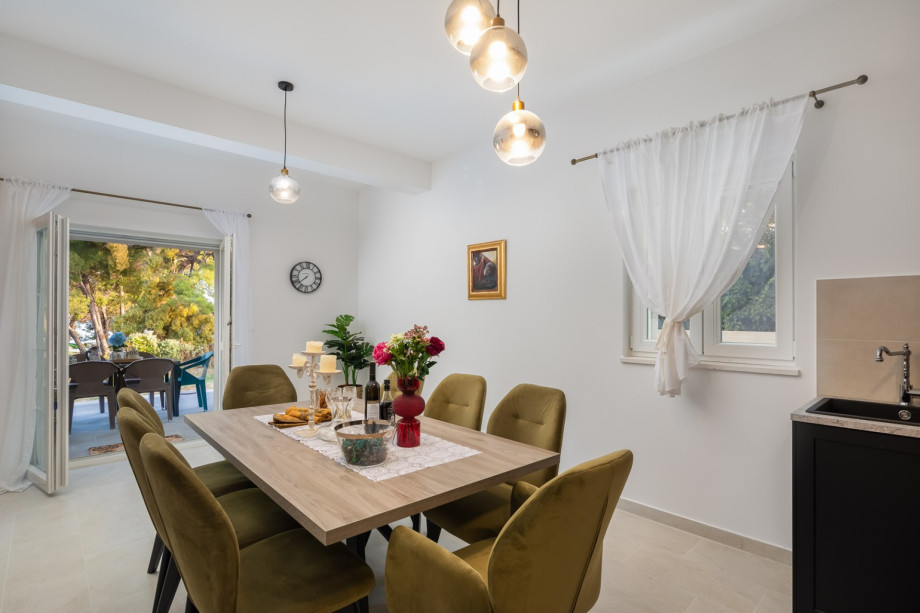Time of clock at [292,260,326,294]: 7:37
